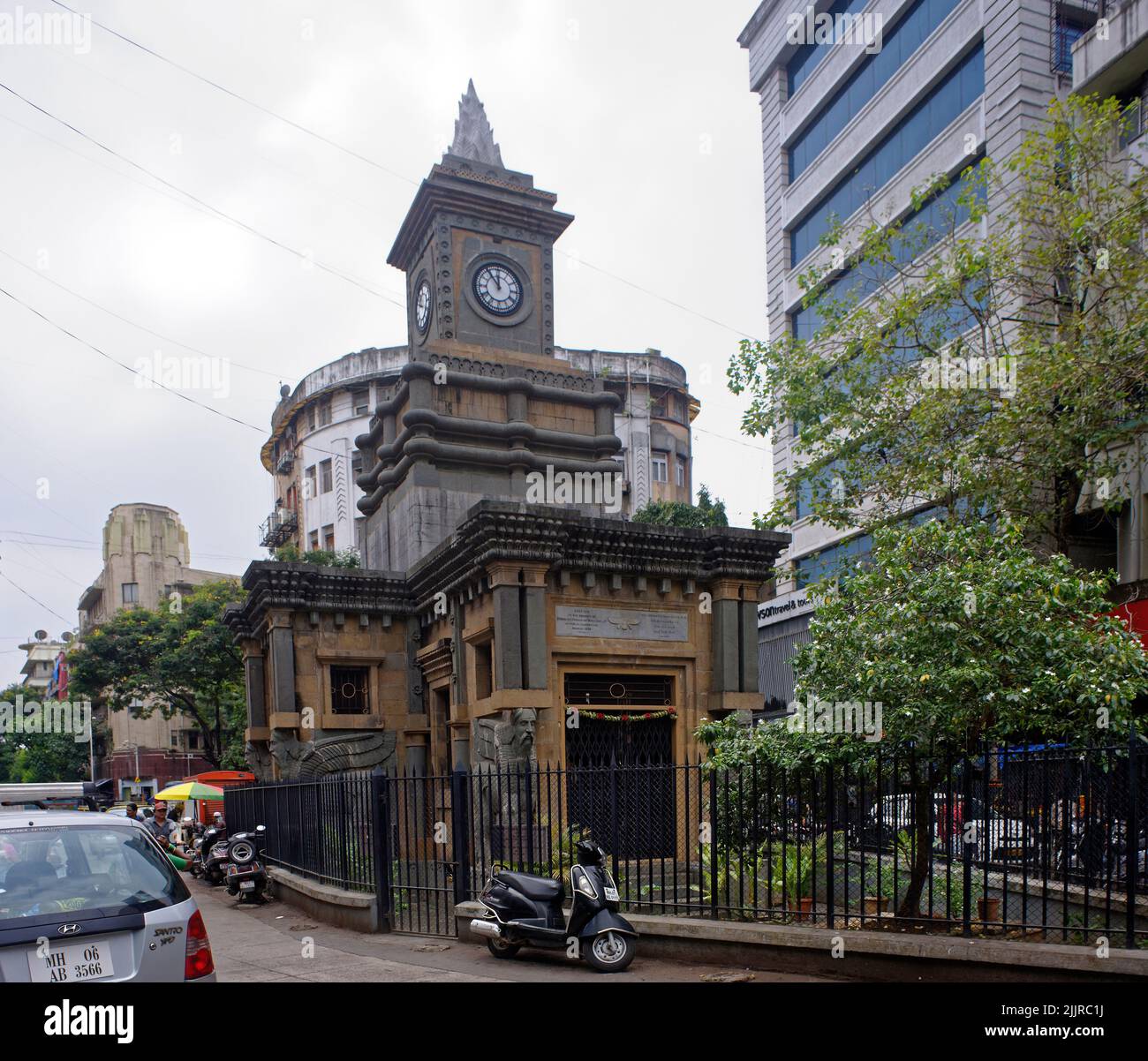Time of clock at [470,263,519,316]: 11:54
